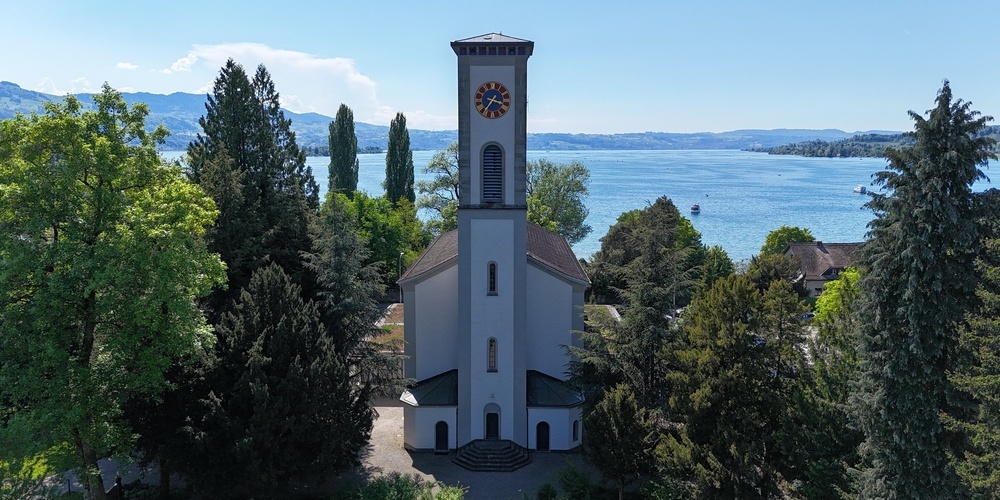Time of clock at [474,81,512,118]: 3:36
